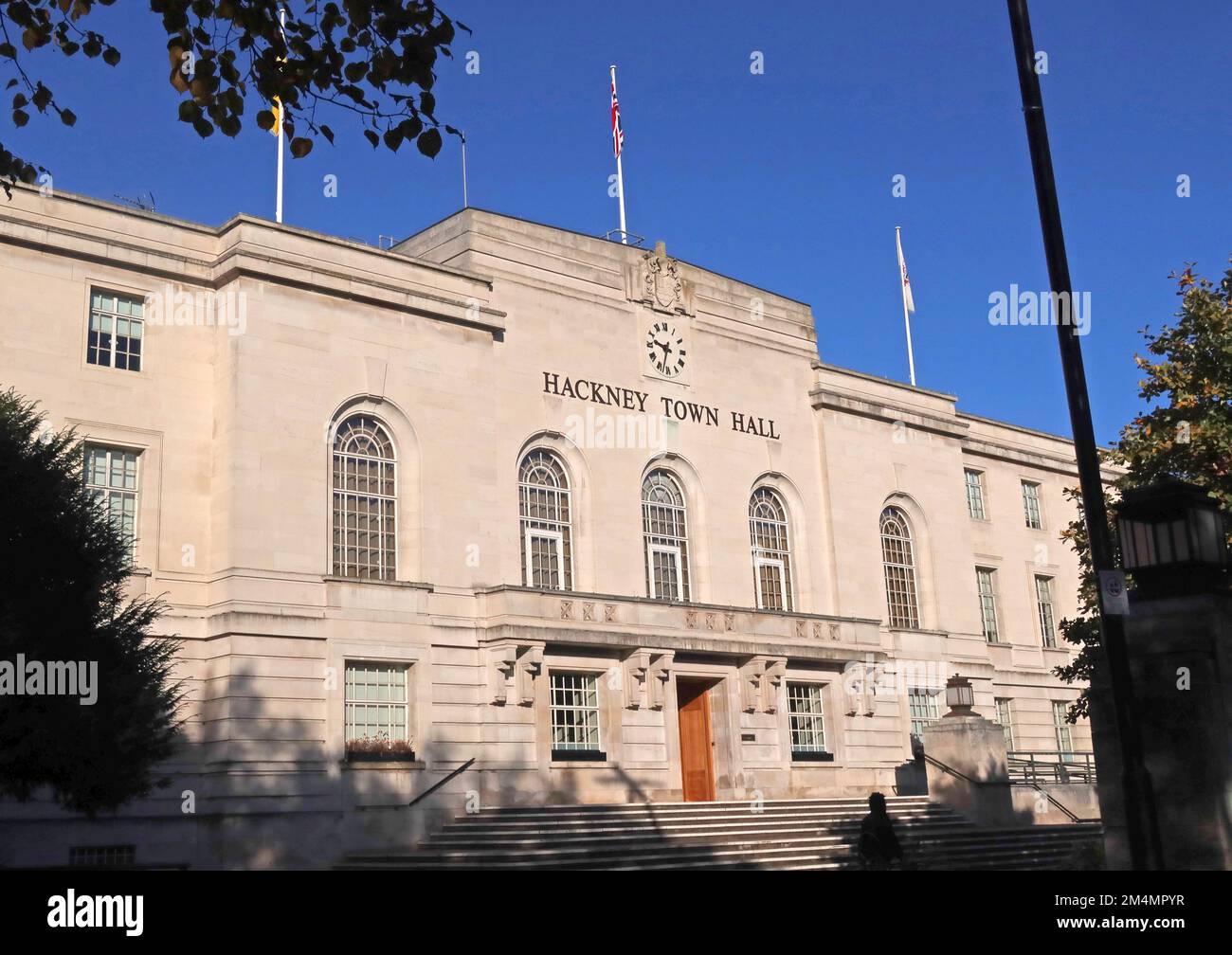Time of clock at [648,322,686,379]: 9:32
